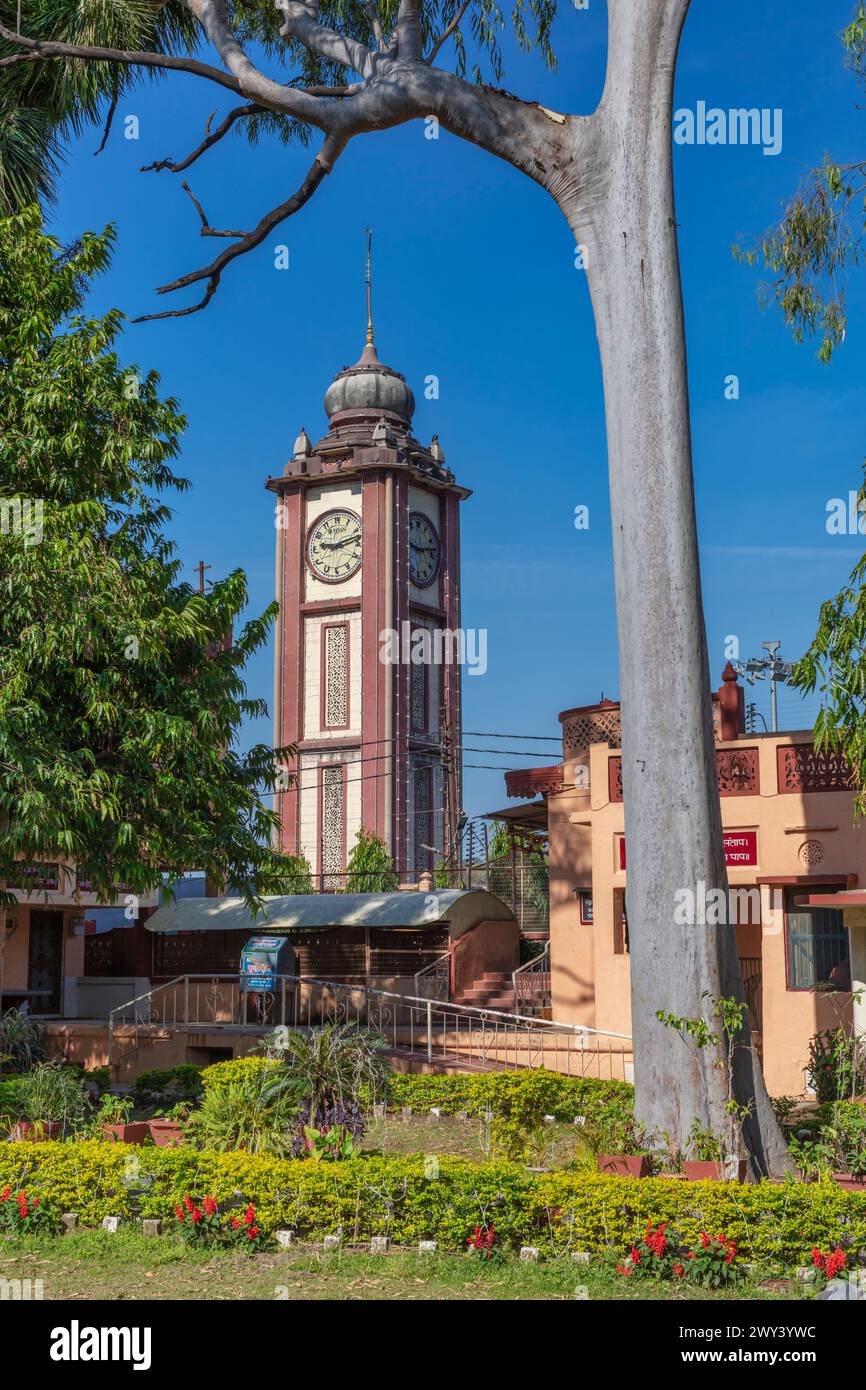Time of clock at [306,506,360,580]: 9:12
